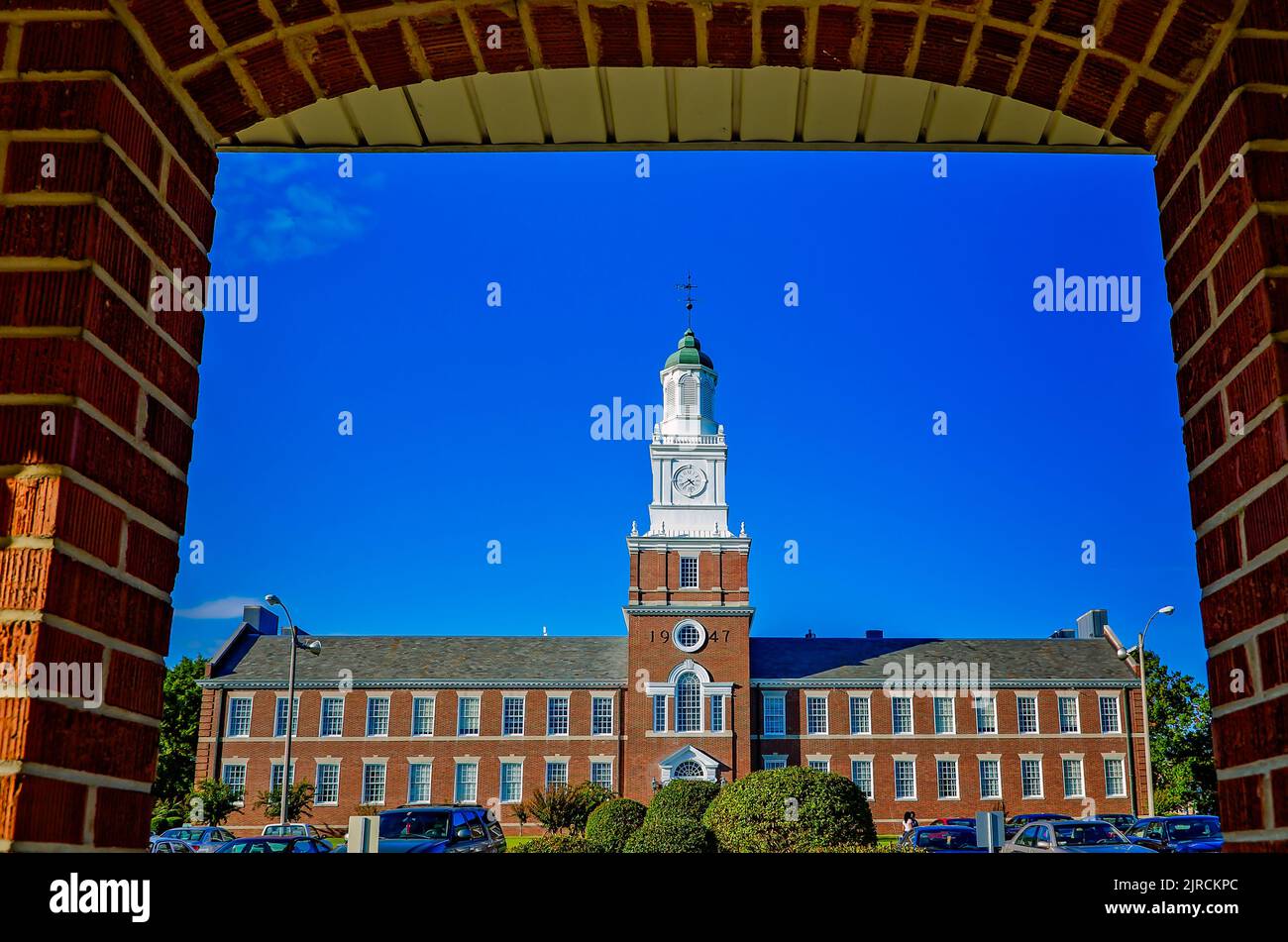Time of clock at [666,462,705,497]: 4:40
